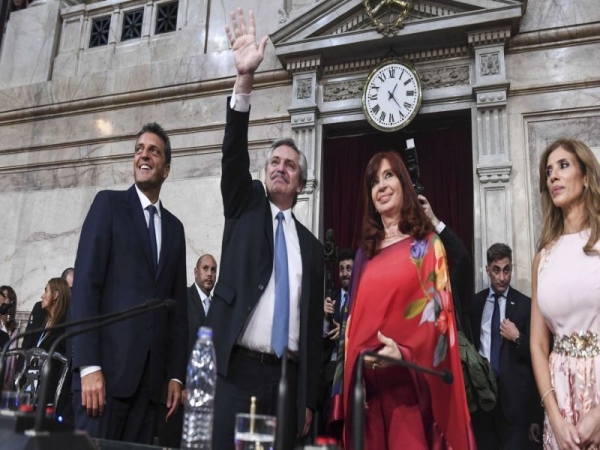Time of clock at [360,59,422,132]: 1:23
